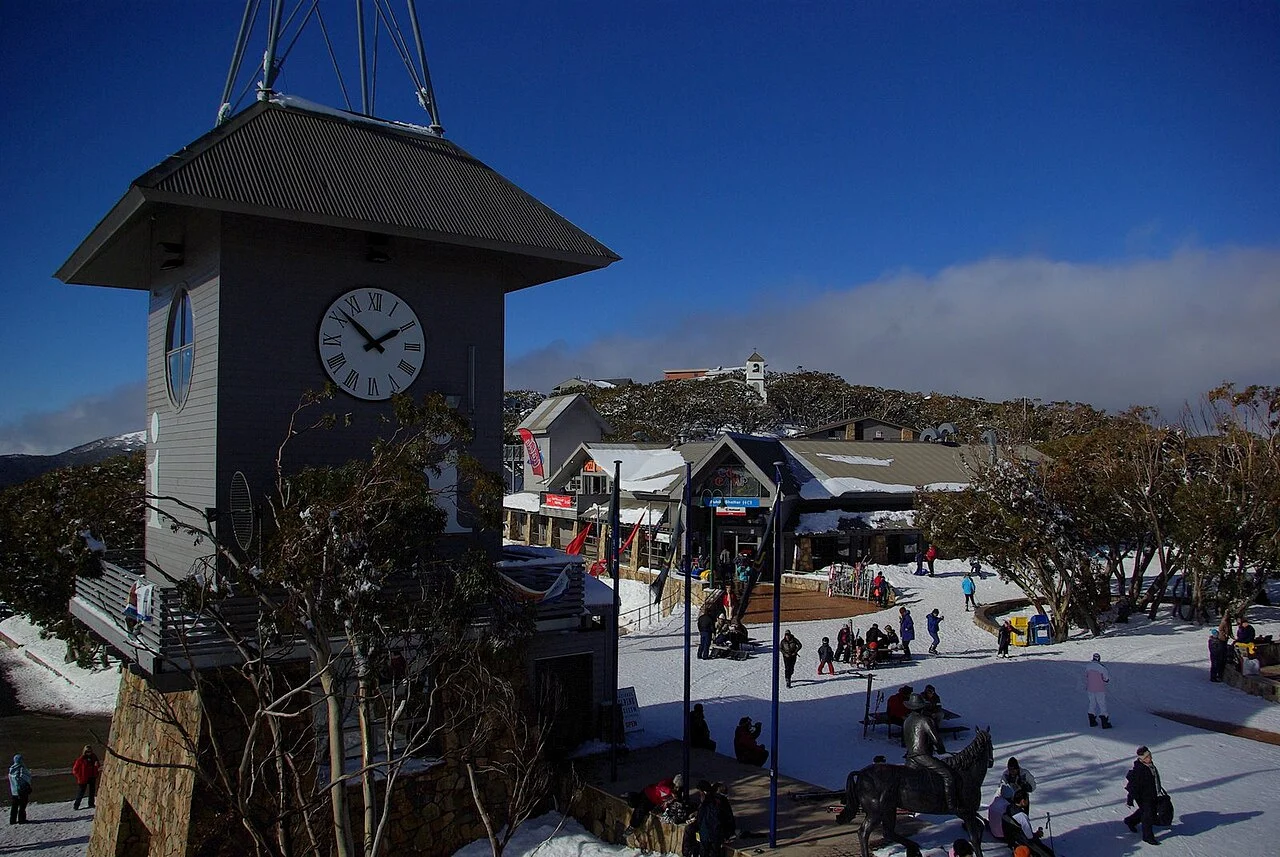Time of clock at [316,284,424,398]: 1:51
